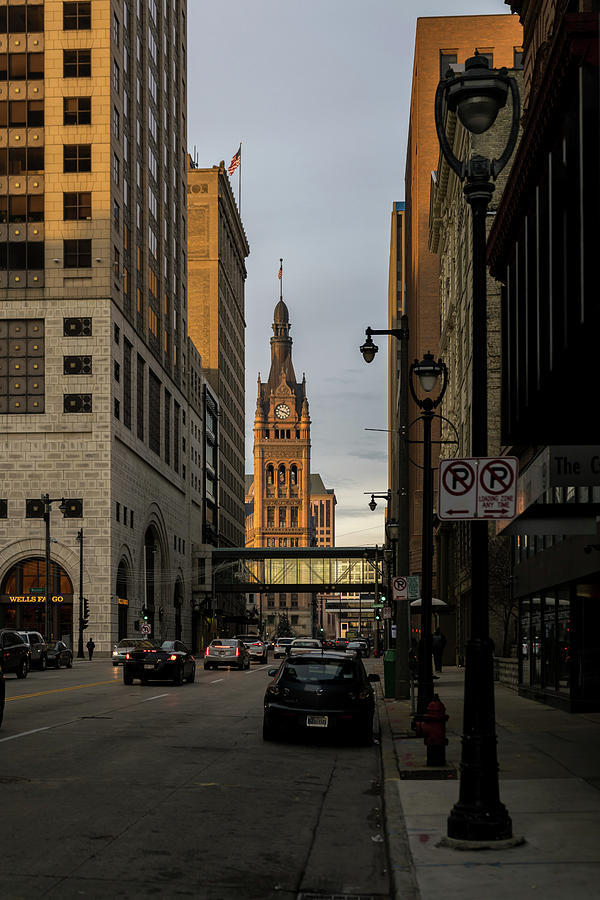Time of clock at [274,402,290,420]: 3:48
